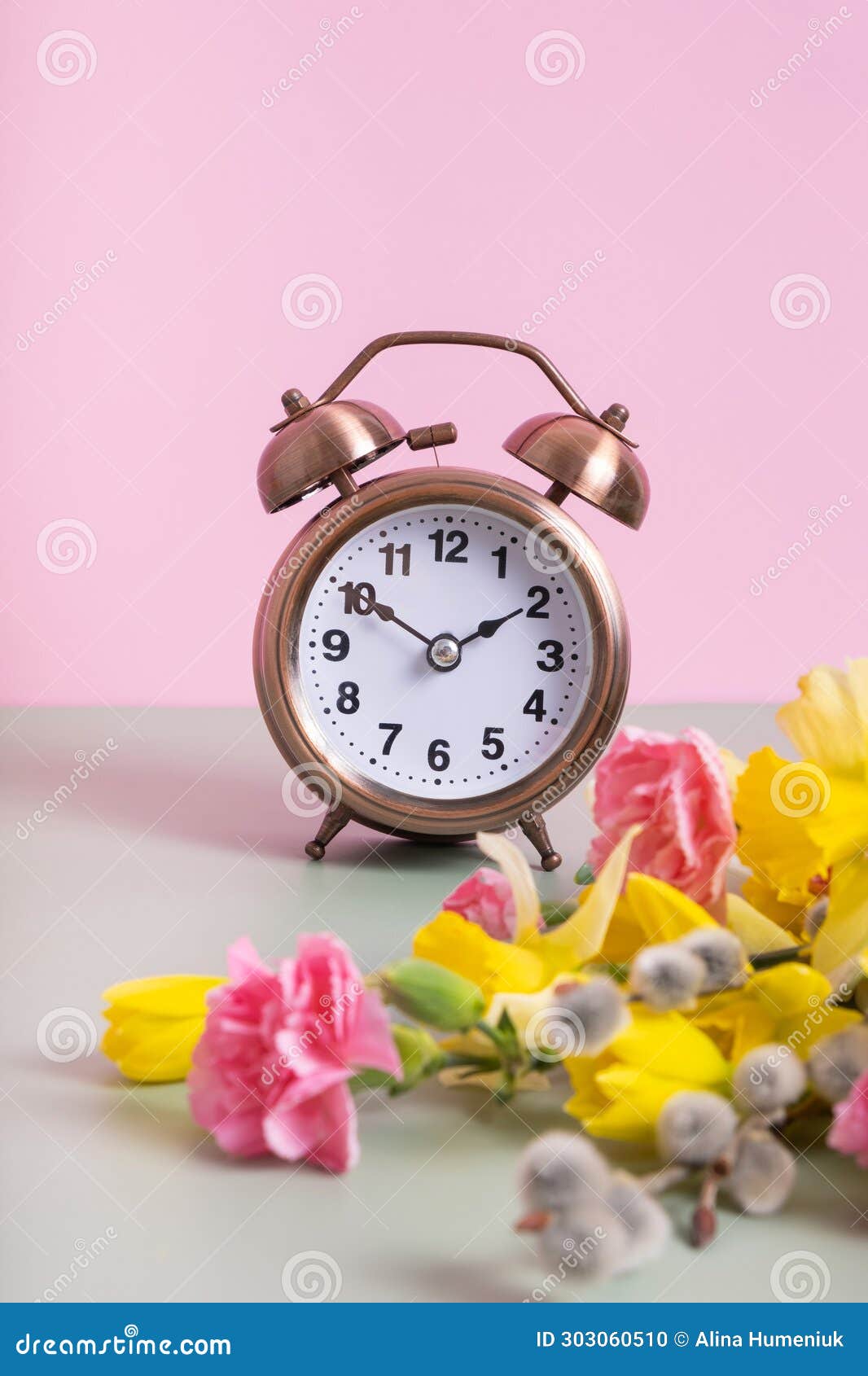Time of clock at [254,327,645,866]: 1:50
